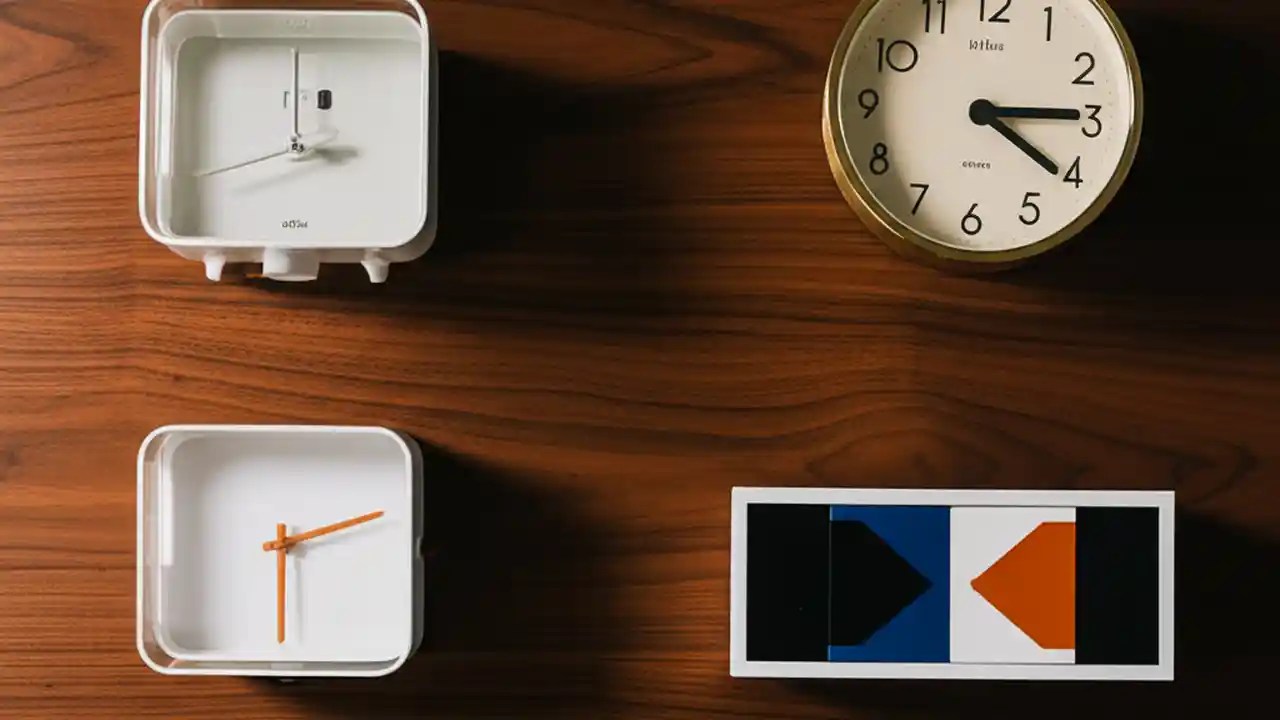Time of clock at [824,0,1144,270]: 4:14
